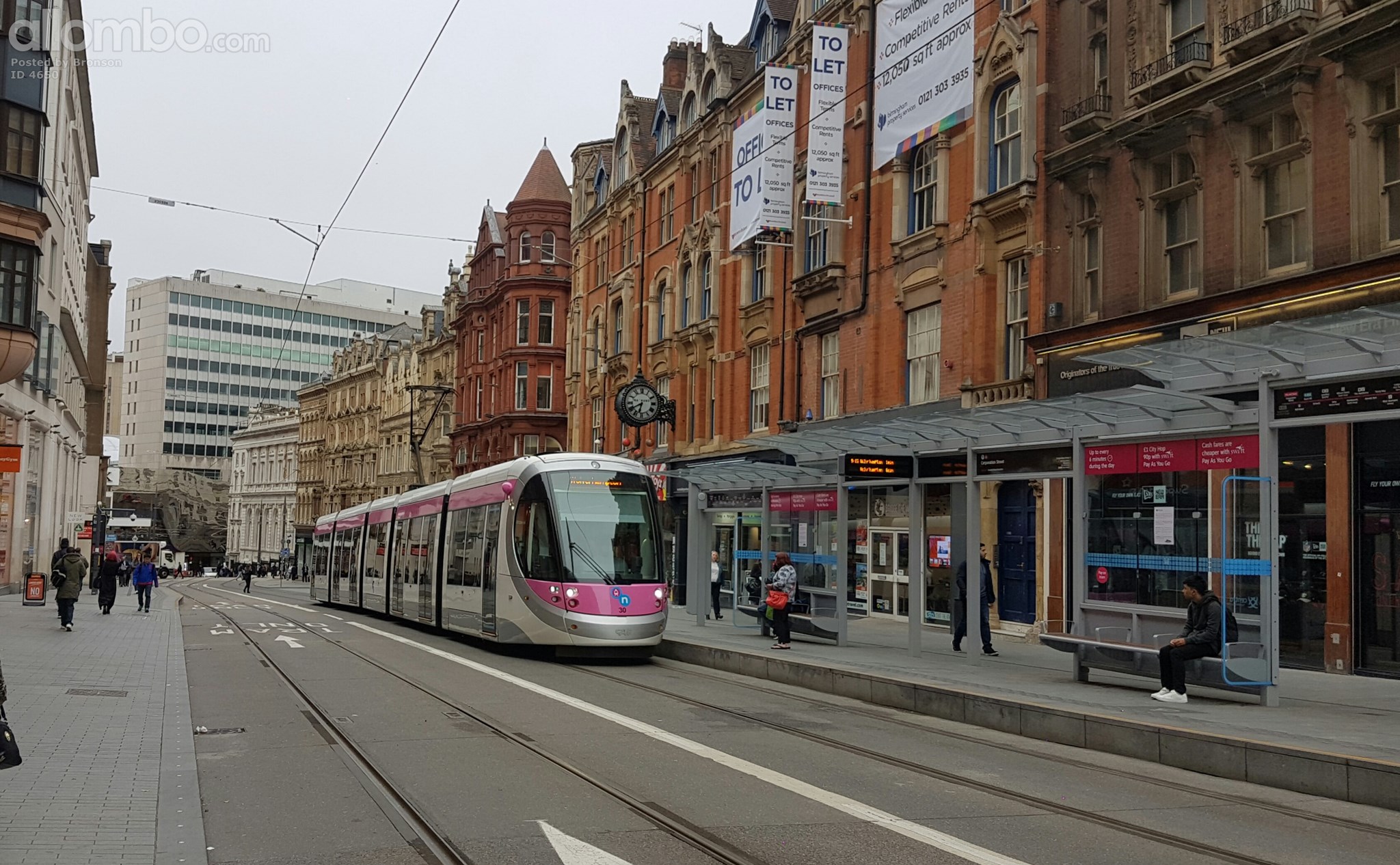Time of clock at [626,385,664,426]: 6:40
